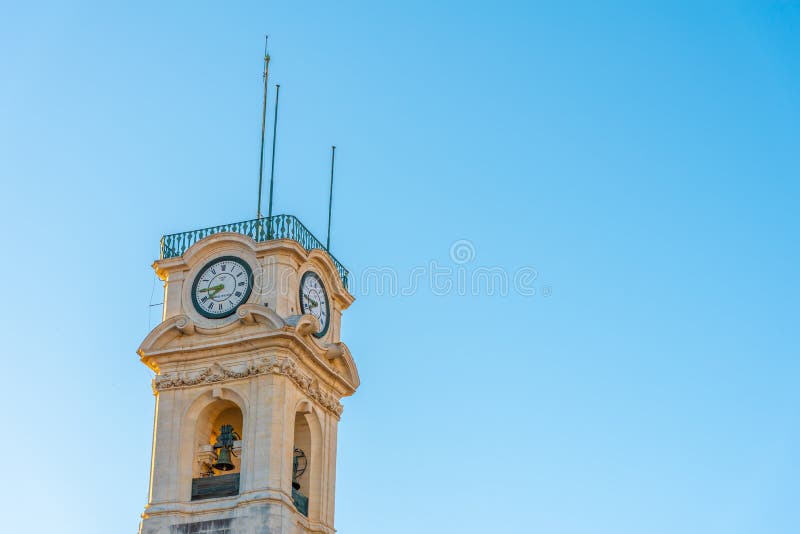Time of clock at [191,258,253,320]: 7:44
